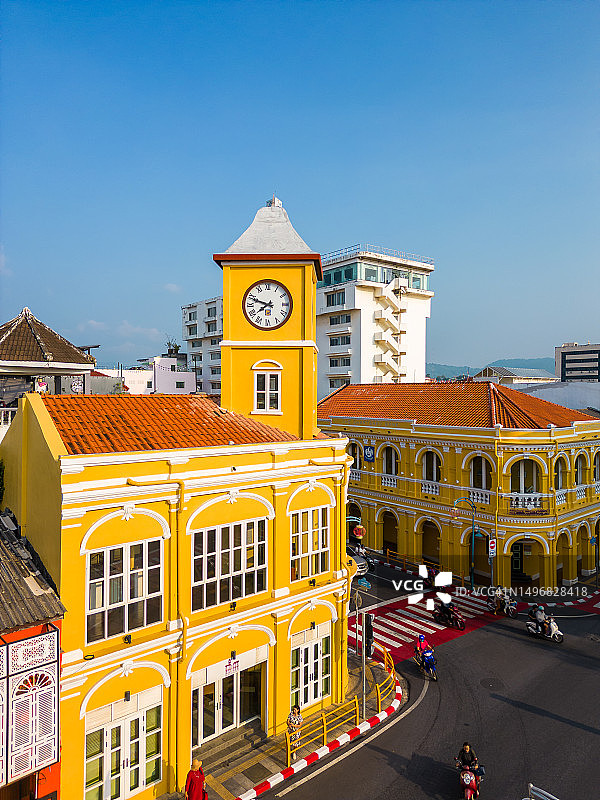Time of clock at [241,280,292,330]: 7:48
